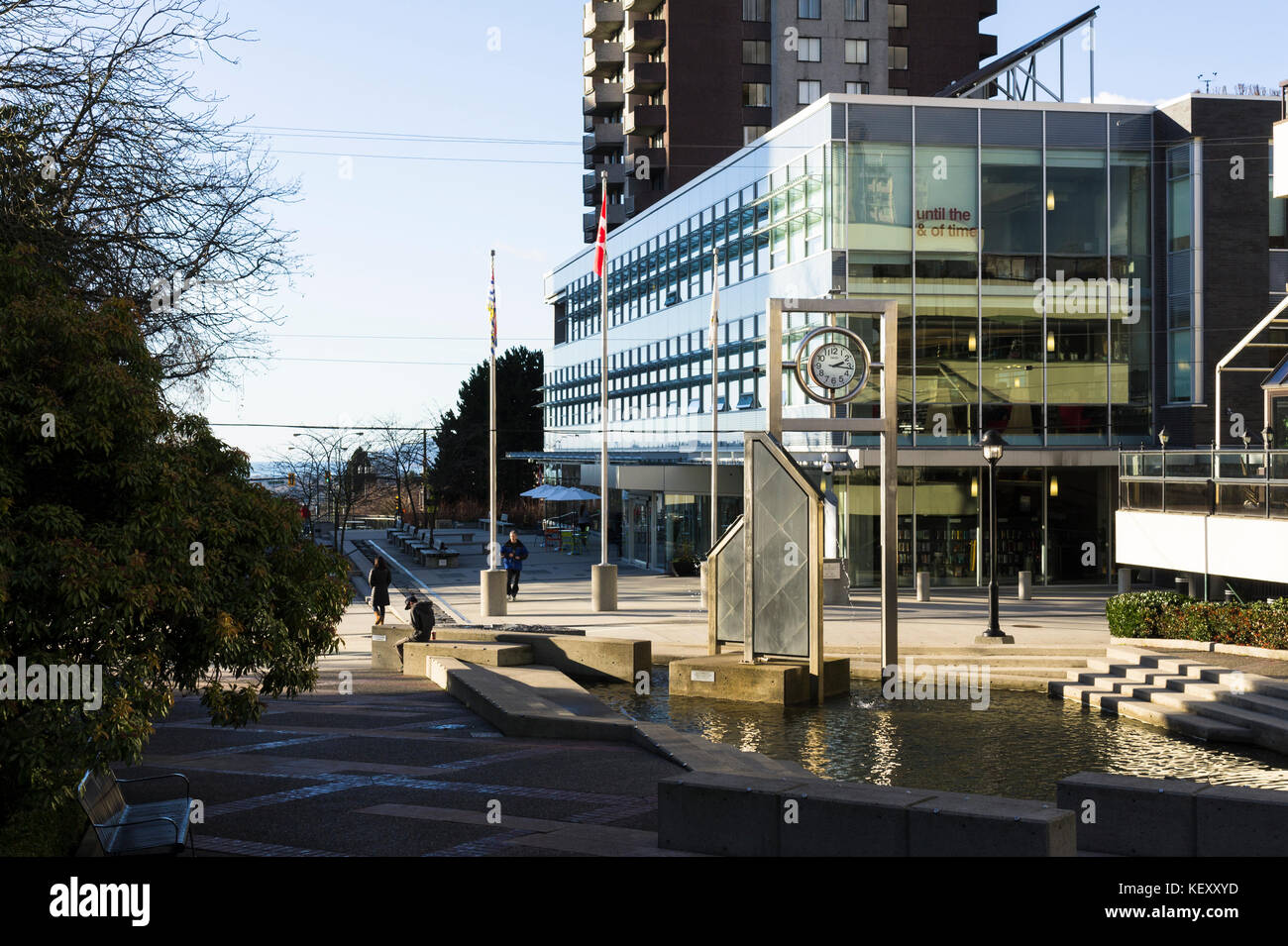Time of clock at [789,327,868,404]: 2:16
